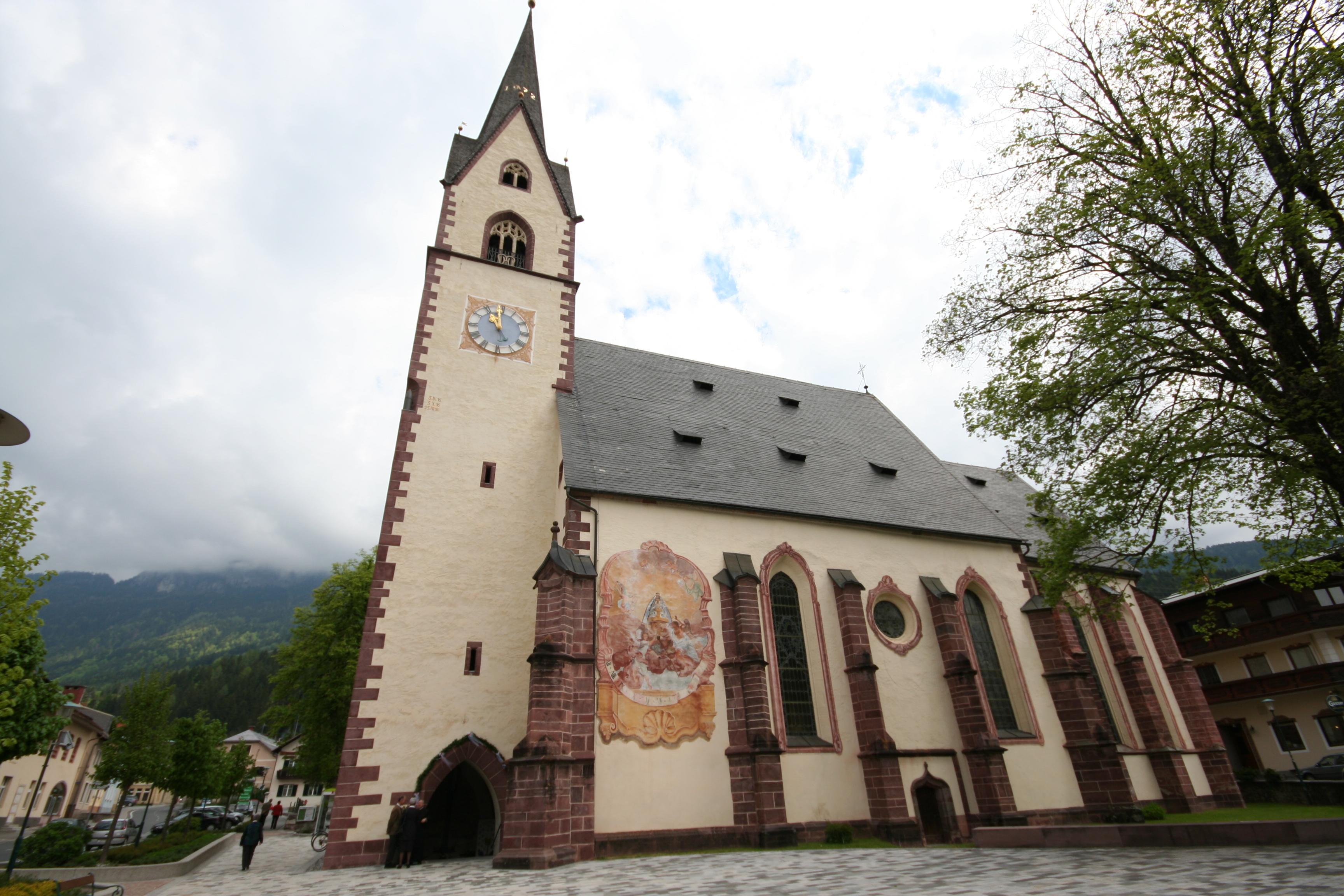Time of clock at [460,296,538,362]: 10:59
